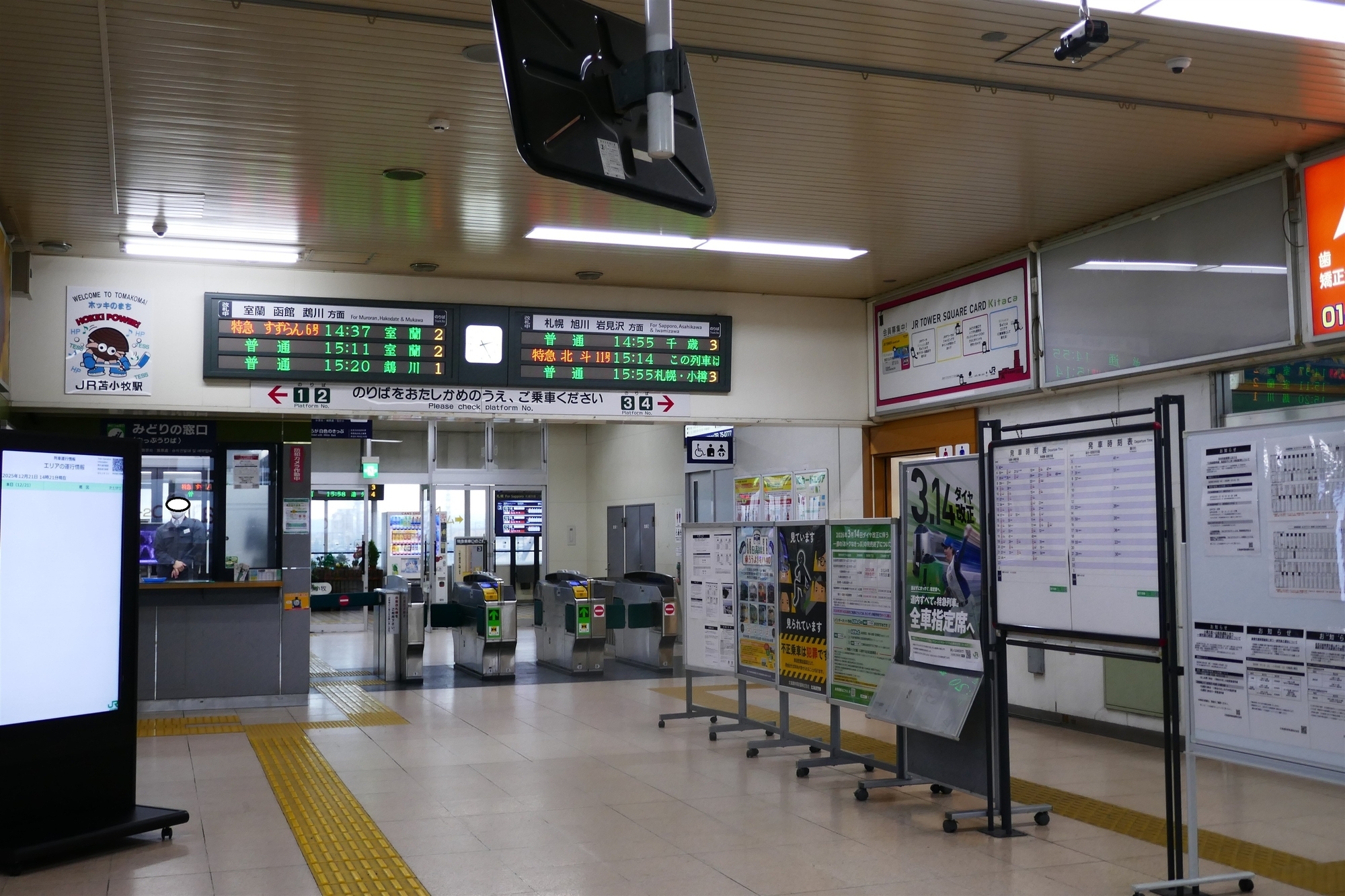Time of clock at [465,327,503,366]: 2:24
